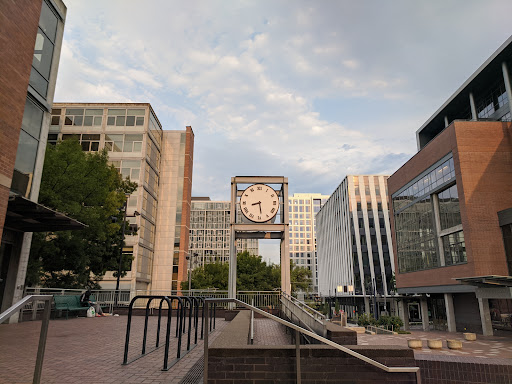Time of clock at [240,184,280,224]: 8:28
